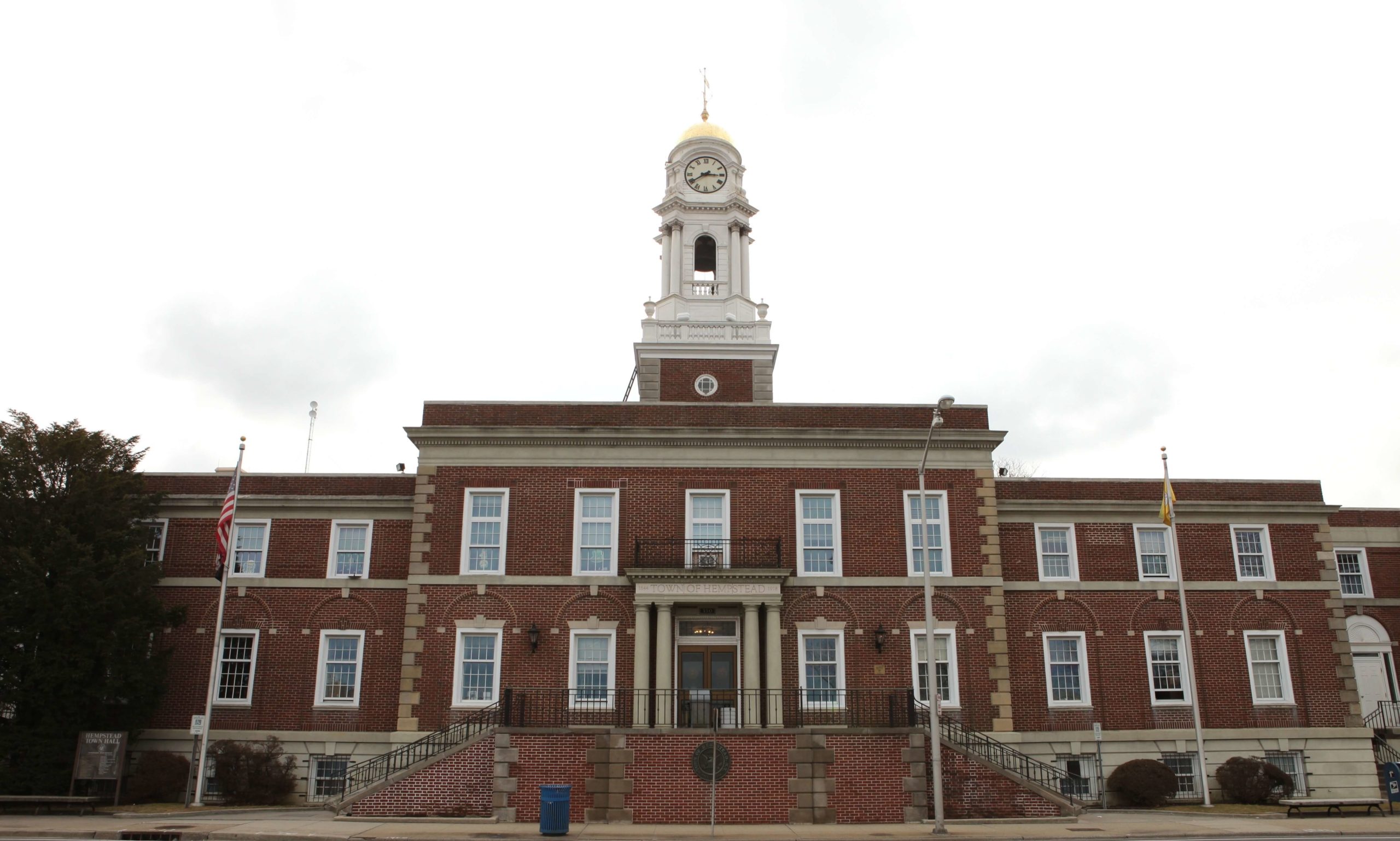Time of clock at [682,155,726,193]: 2:39
